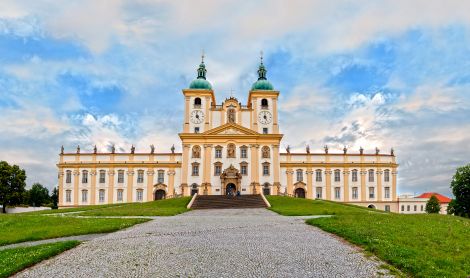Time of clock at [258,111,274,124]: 4:59
